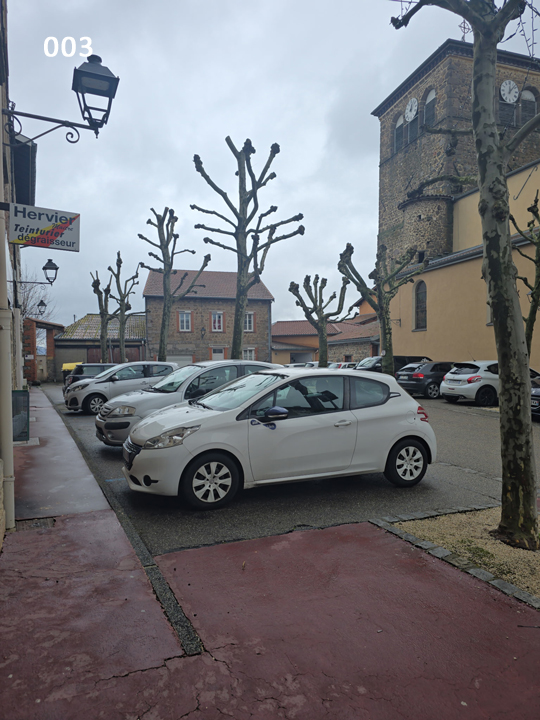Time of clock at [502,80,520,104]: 12:07
